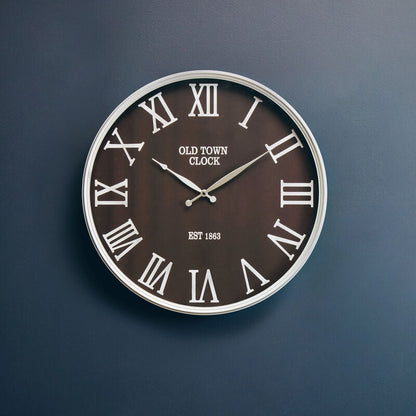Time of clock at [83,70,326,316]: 10:09
